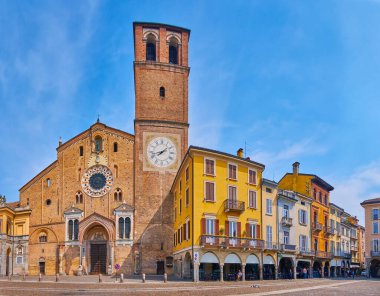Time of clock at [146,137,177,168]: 1:42
